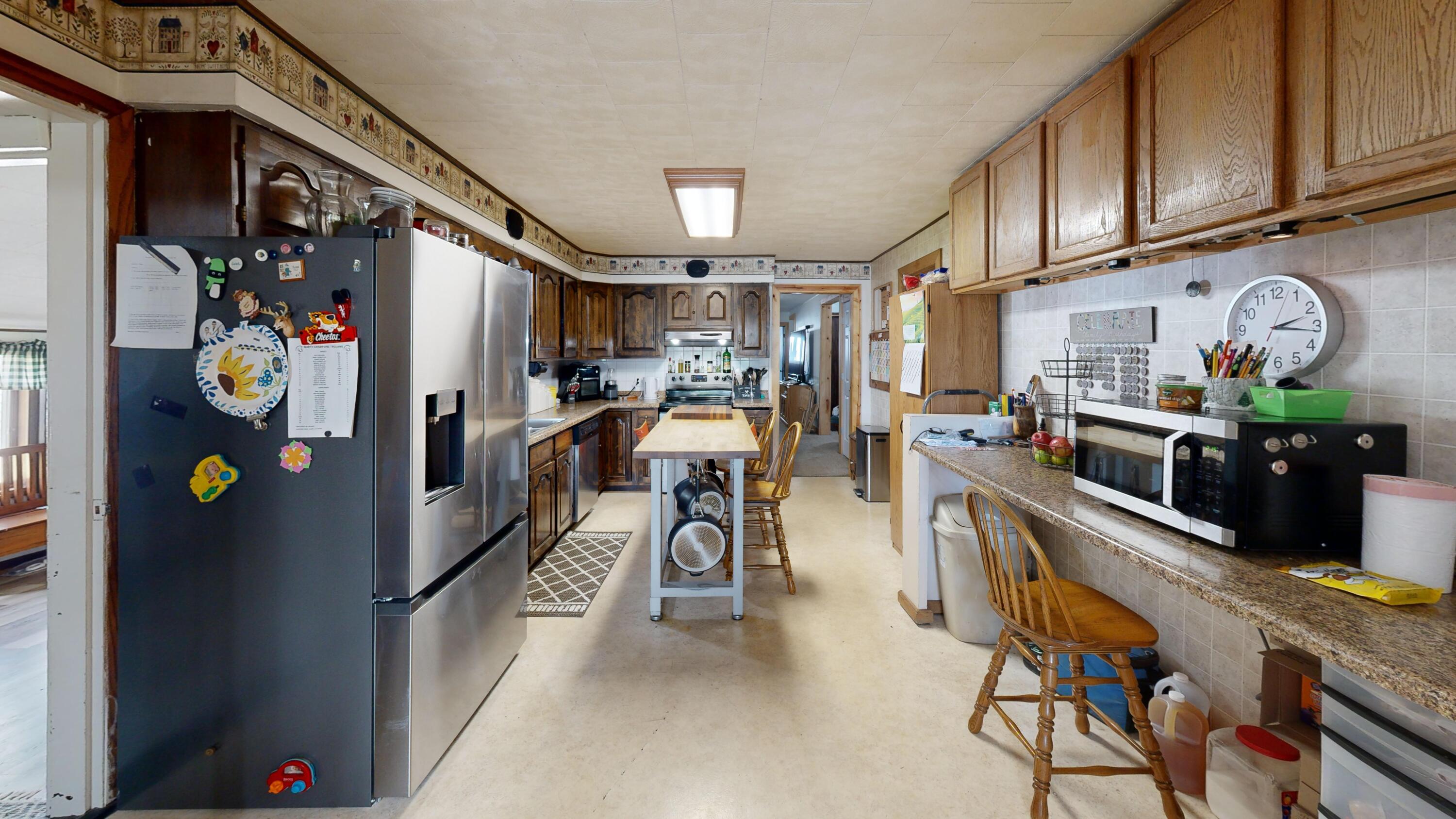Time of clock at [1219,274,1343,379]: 2:16
